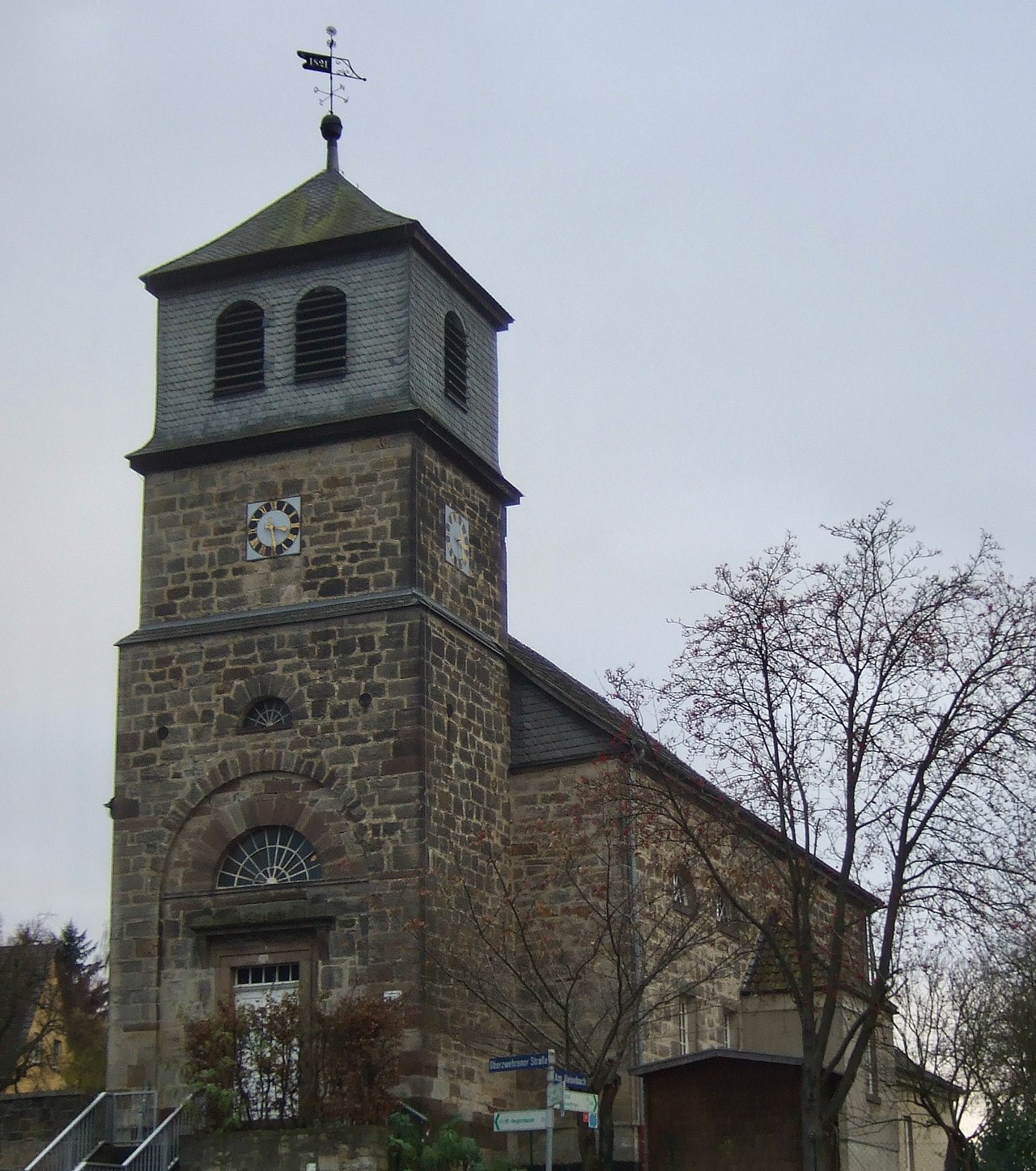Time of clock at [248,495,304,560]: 3:28
